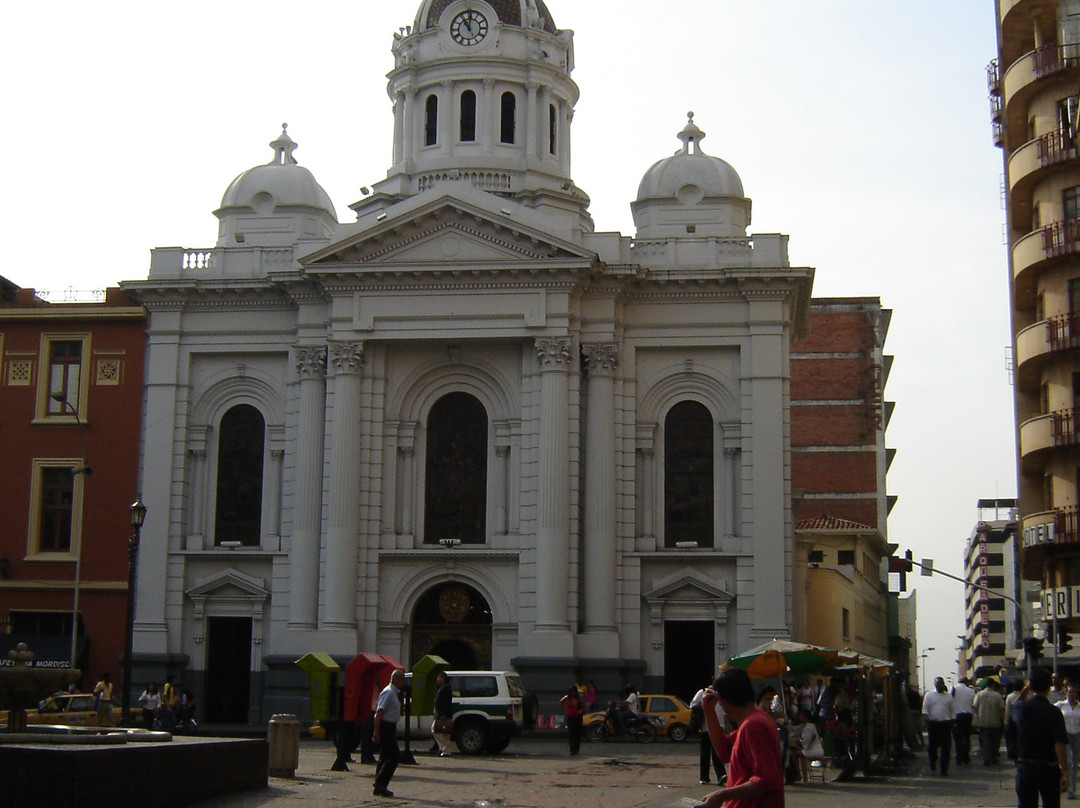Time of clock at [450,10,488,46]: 11:00
